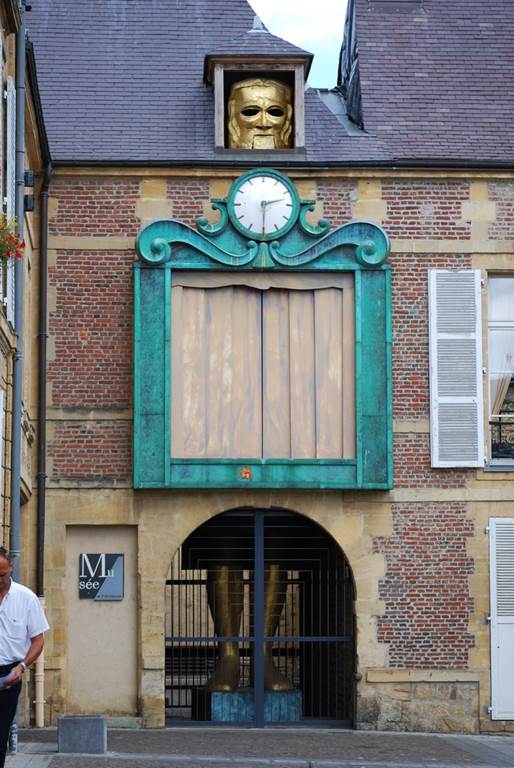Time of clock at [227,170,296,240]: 2:29
